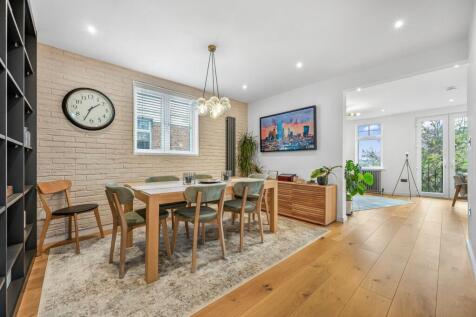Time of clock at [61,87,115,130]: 1:34
